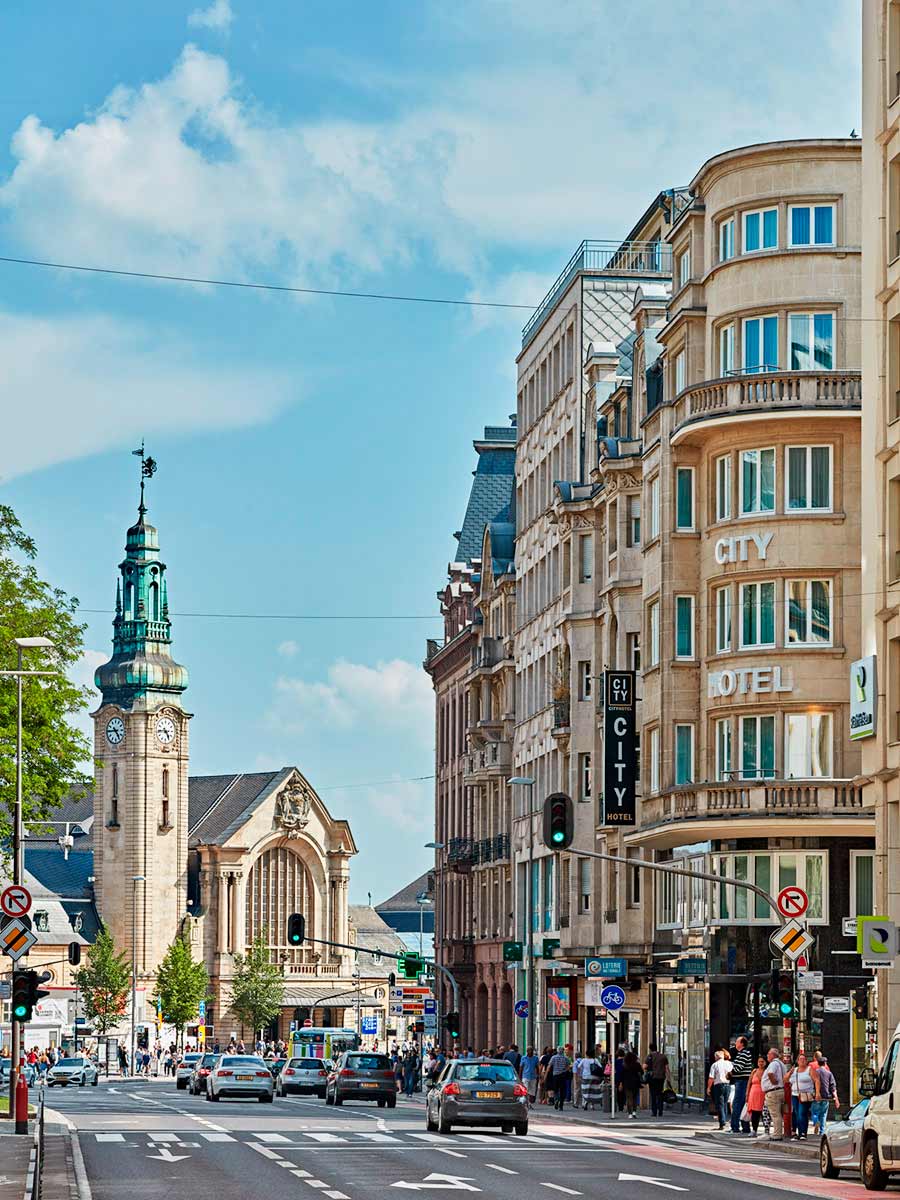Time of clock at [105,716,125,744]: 4:44
